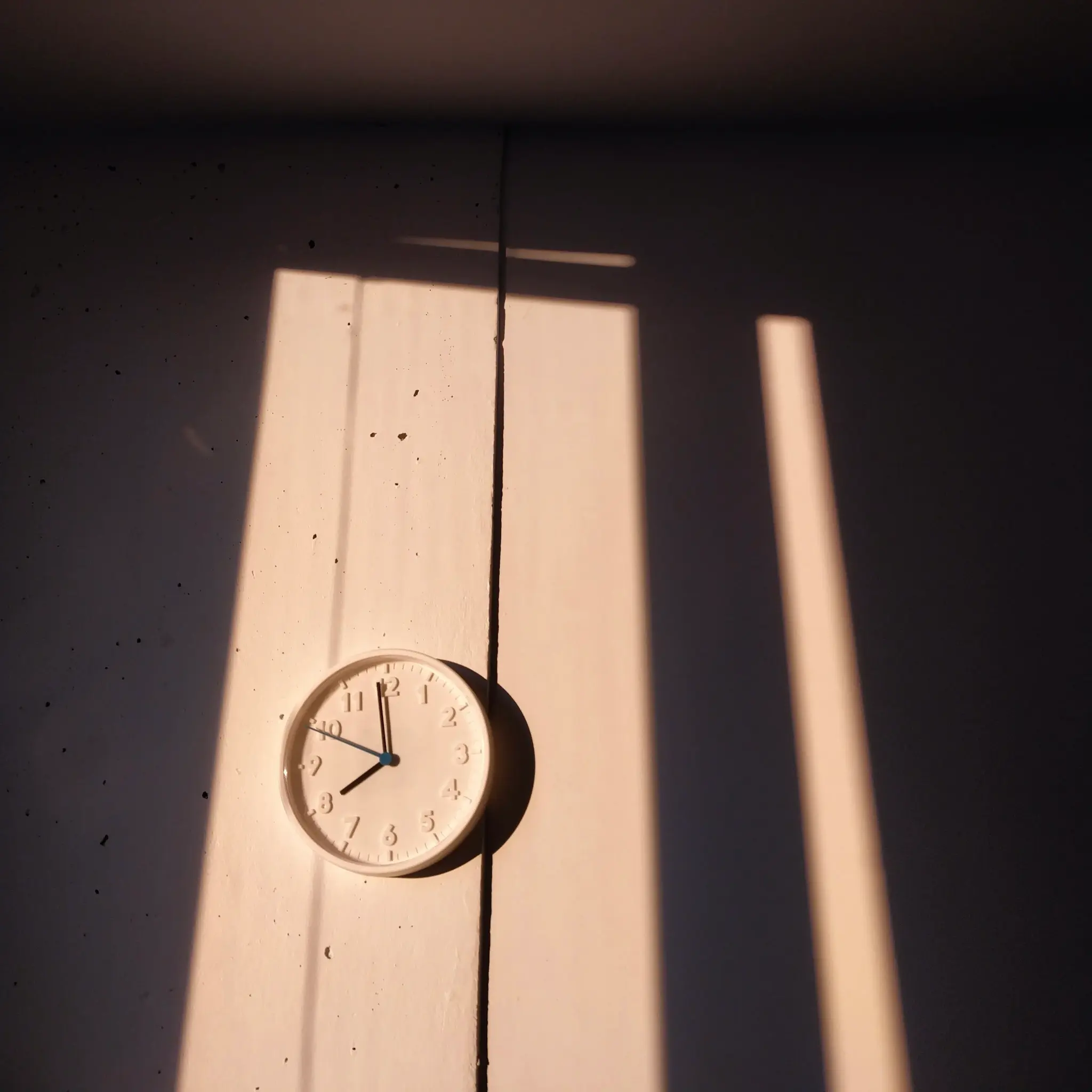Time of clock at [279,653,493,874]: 7:58
